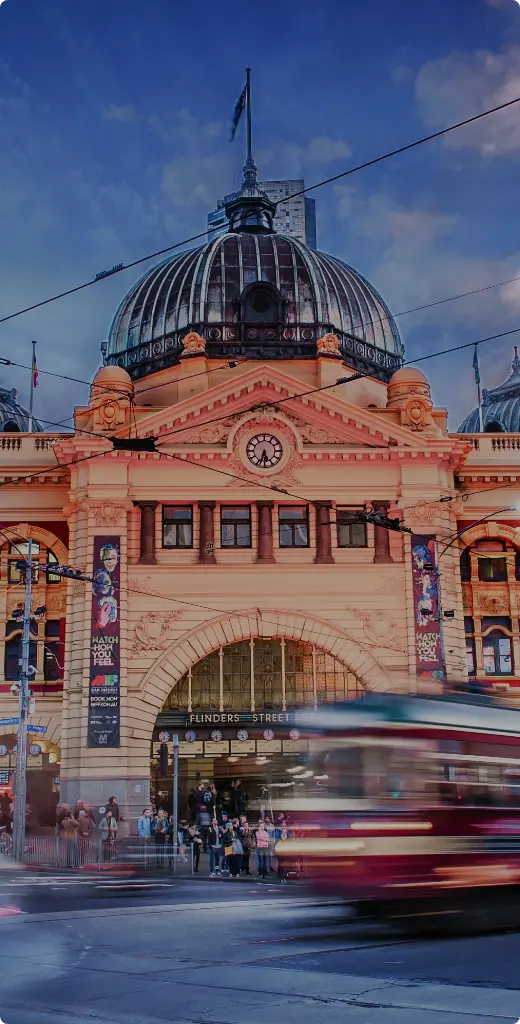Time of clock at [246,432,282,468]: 5:33
